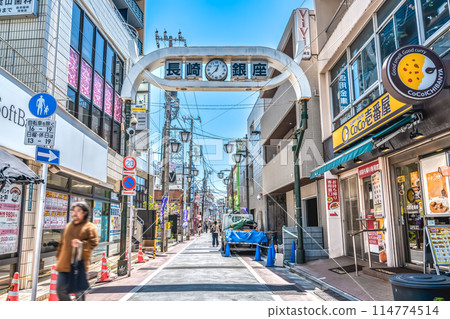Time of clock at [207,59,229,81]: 12:37
